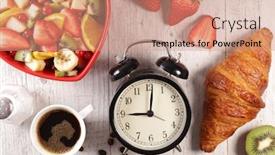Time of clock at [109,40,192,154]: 9:01
